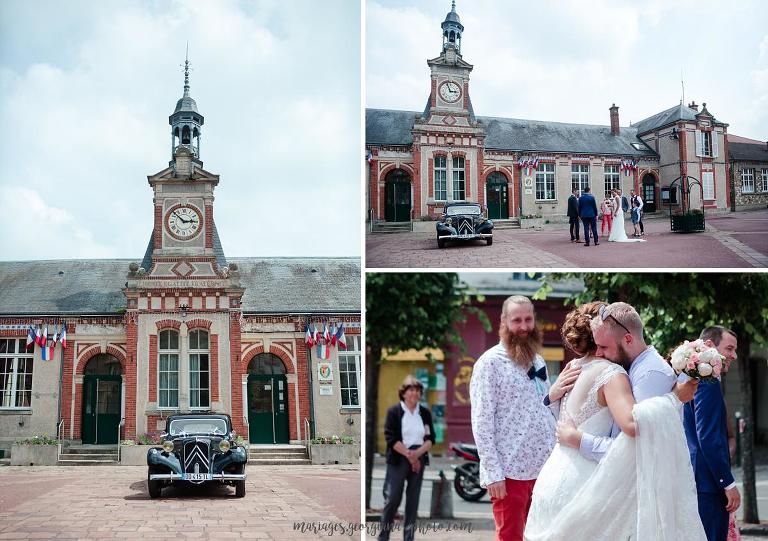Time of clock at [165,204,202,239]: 2:52
